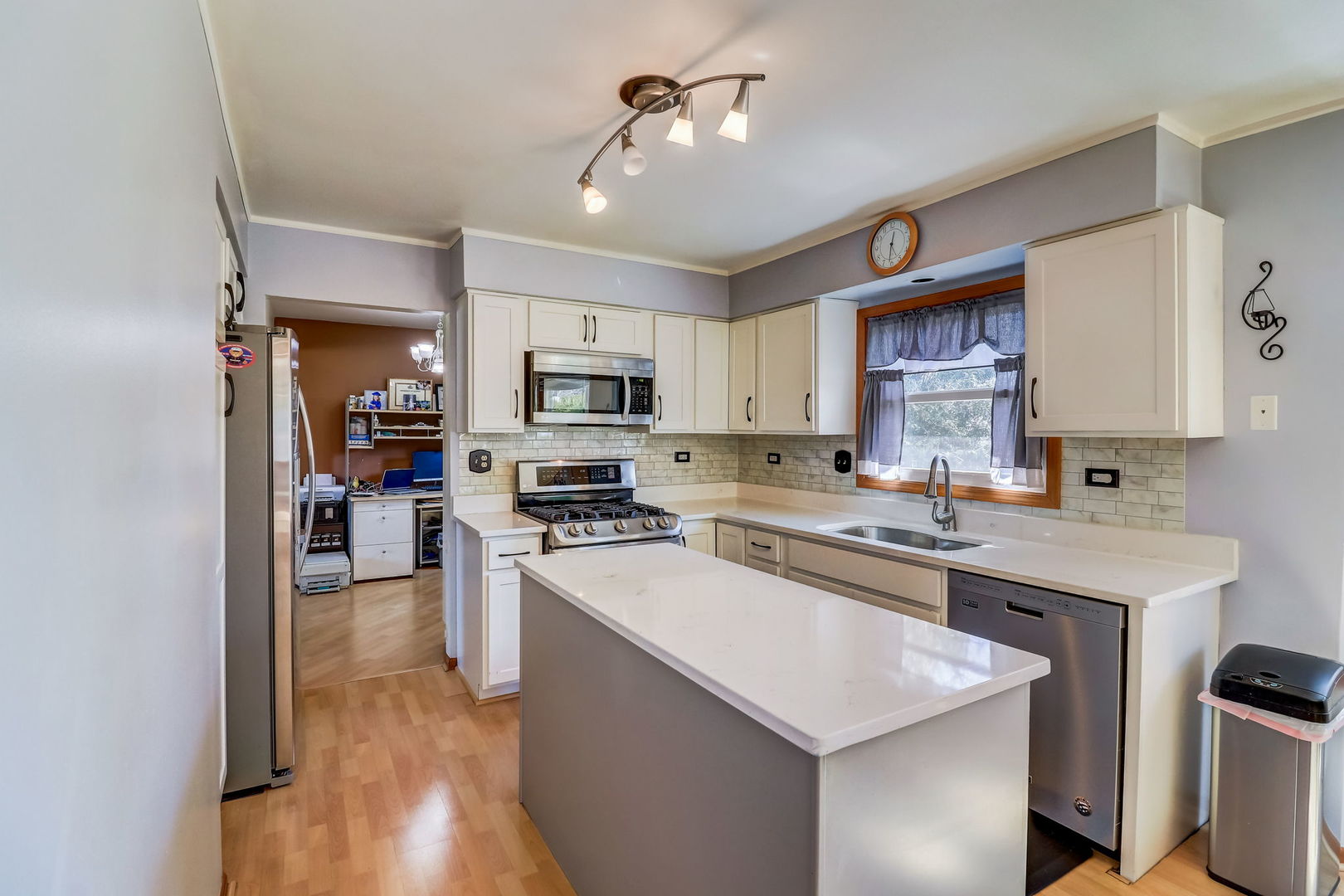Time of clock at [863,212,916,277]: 12:31
